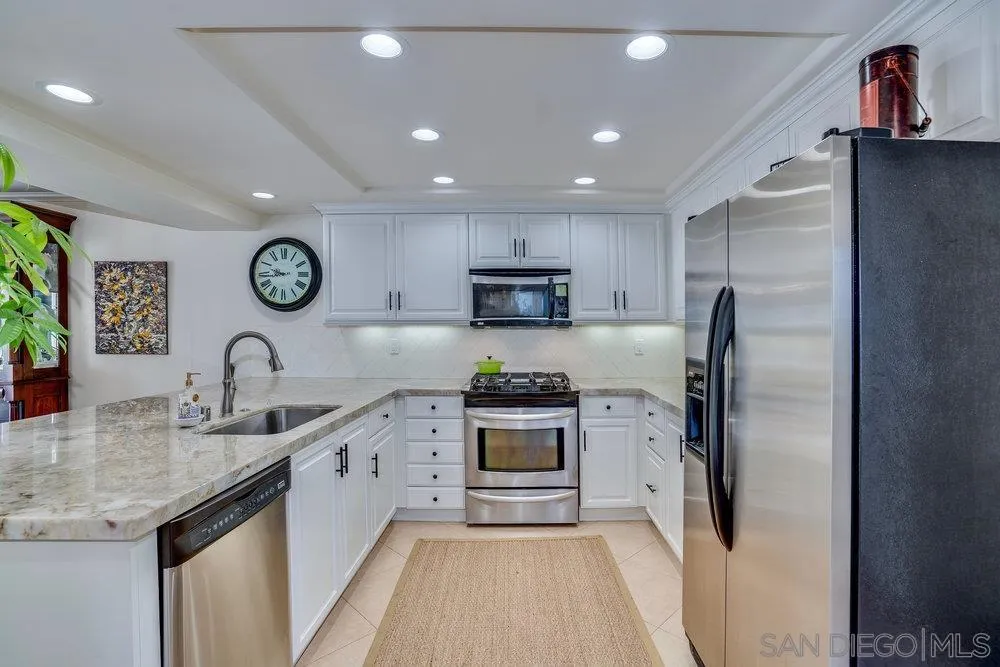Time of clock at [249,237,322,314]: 9:43
